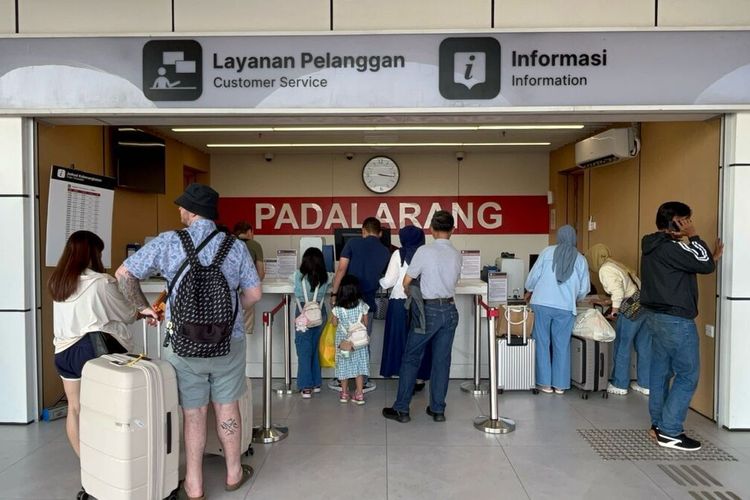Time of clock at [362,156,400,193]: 3:16
